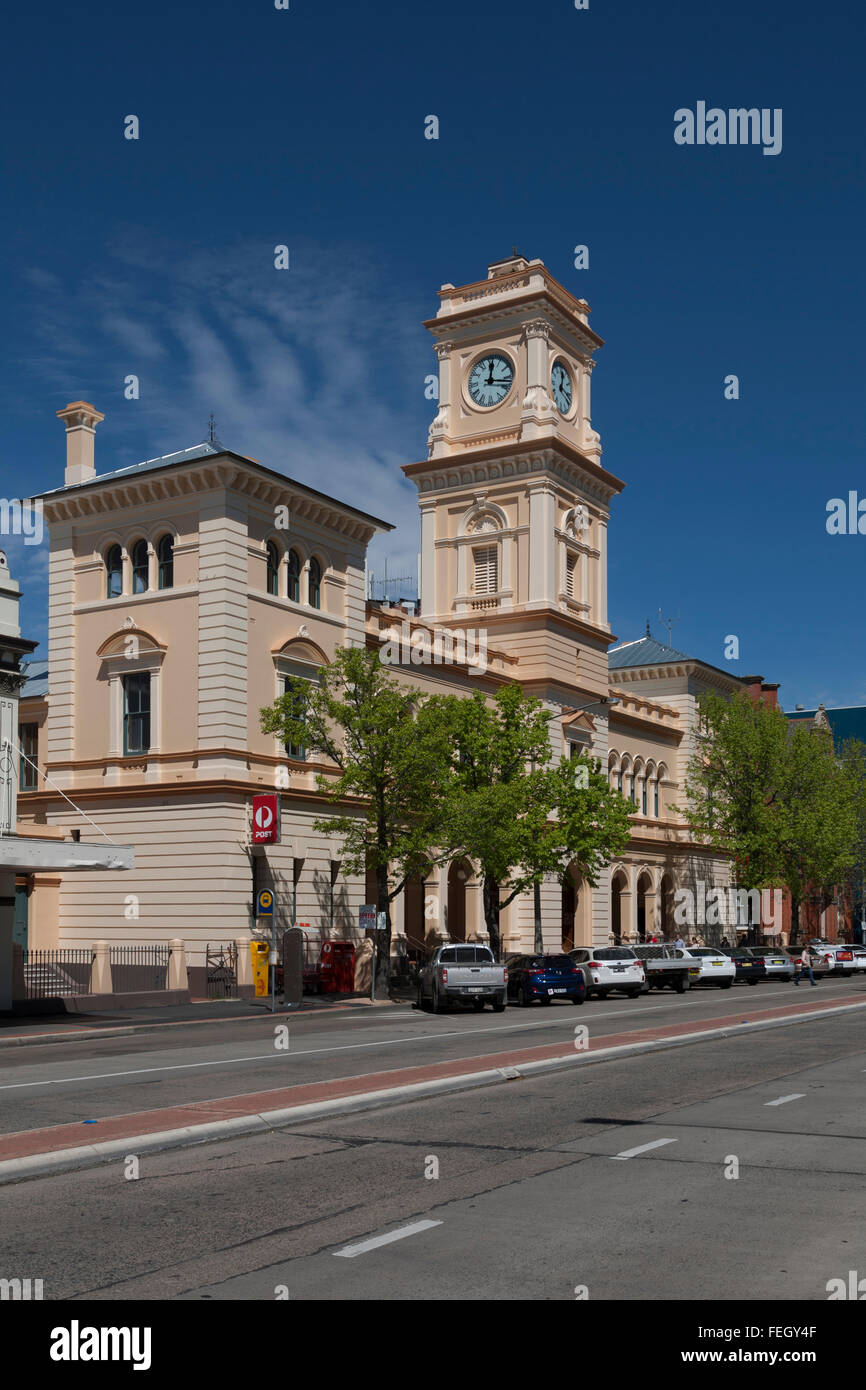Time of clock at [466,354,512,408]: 12:16
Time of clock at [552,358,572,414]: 12:18
